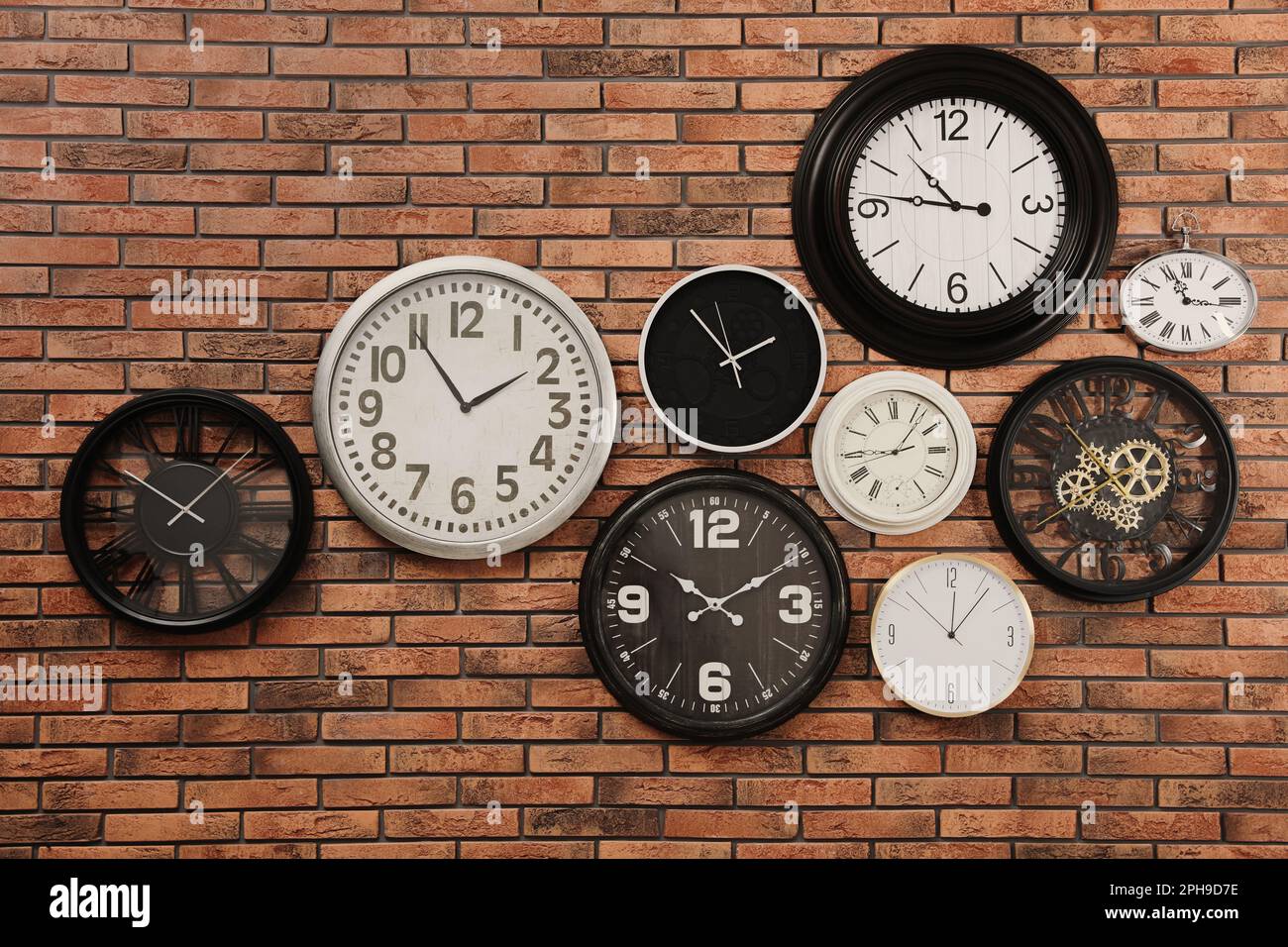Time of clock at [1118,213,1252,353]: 11:15
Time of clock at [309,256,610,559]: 1:54
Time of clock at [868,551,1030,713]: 12:06
